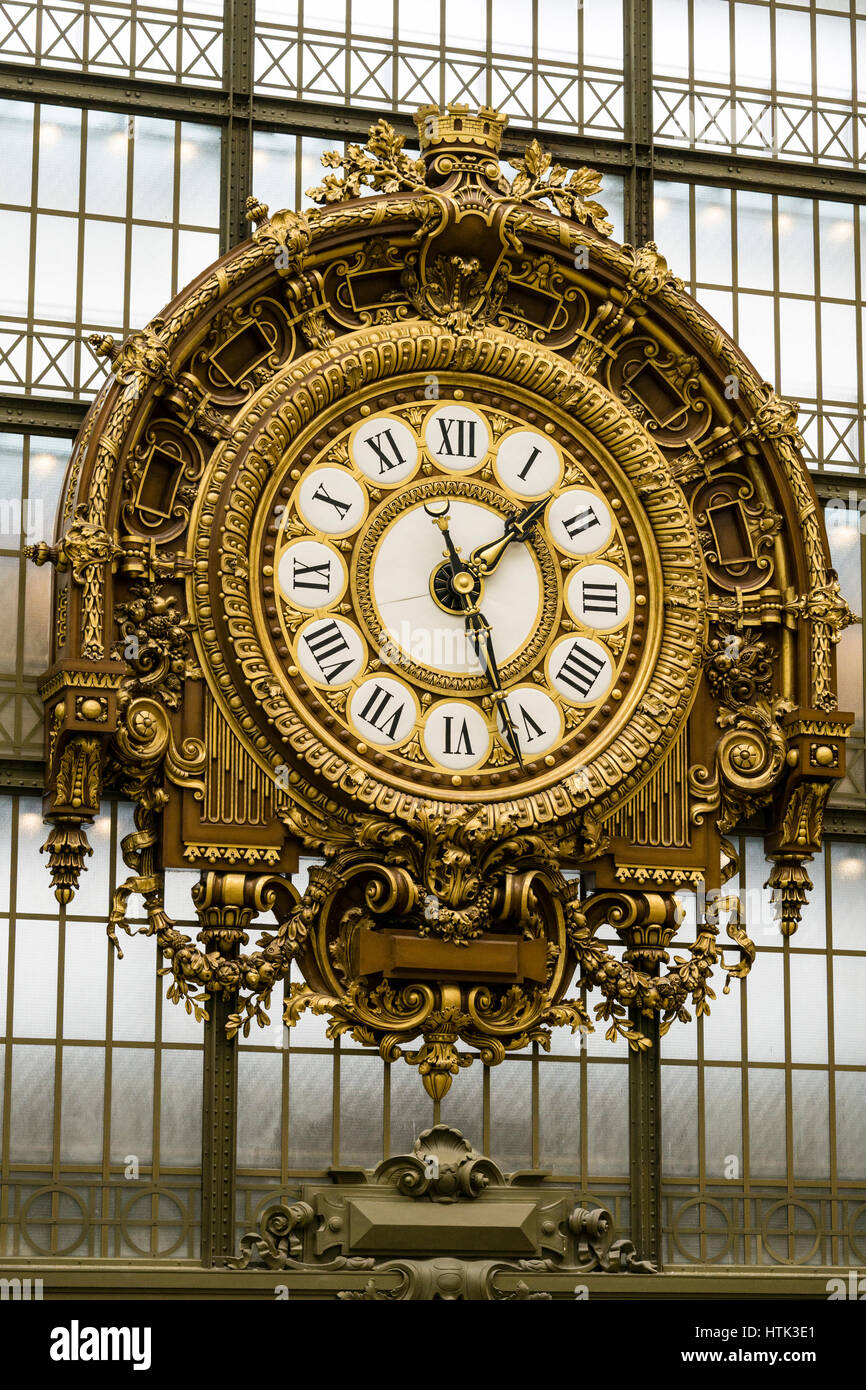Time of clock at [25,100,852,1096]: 1:26
